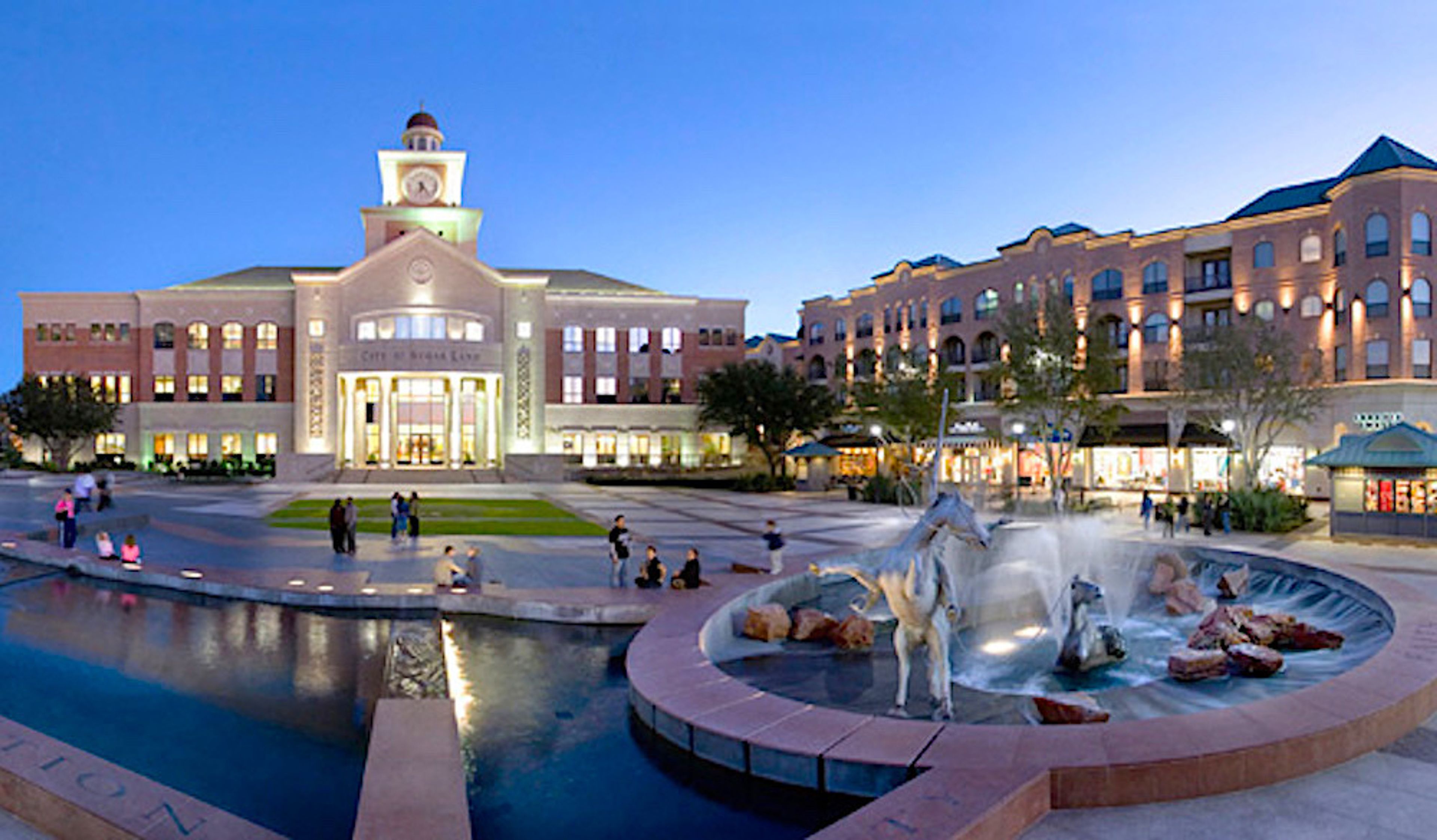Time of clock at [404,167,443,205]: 6:23
